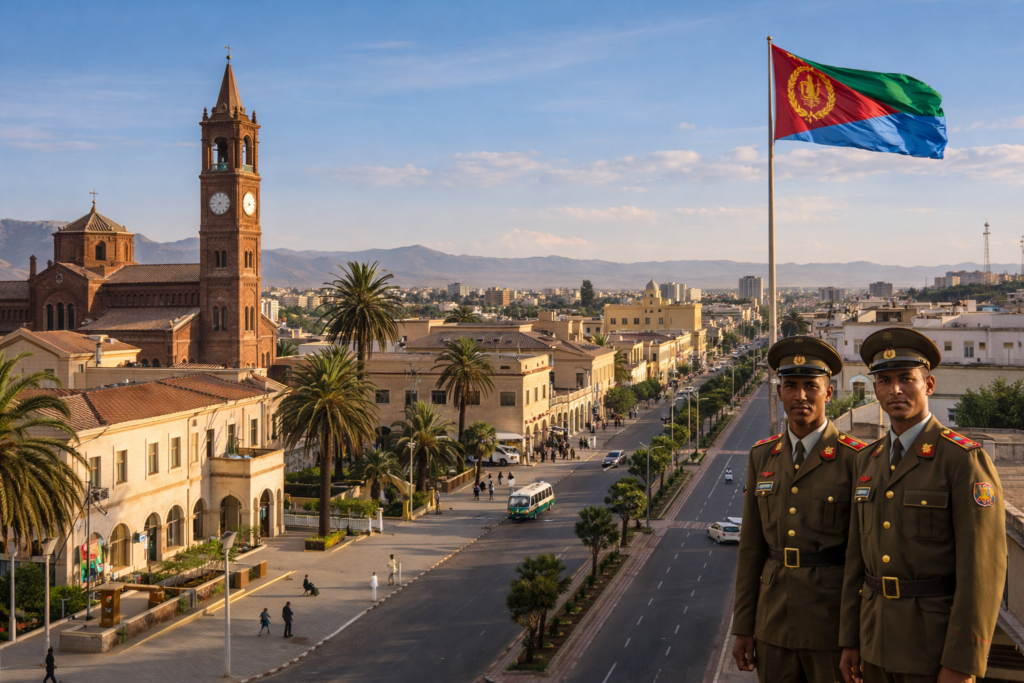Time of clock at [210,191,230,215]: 7:25
